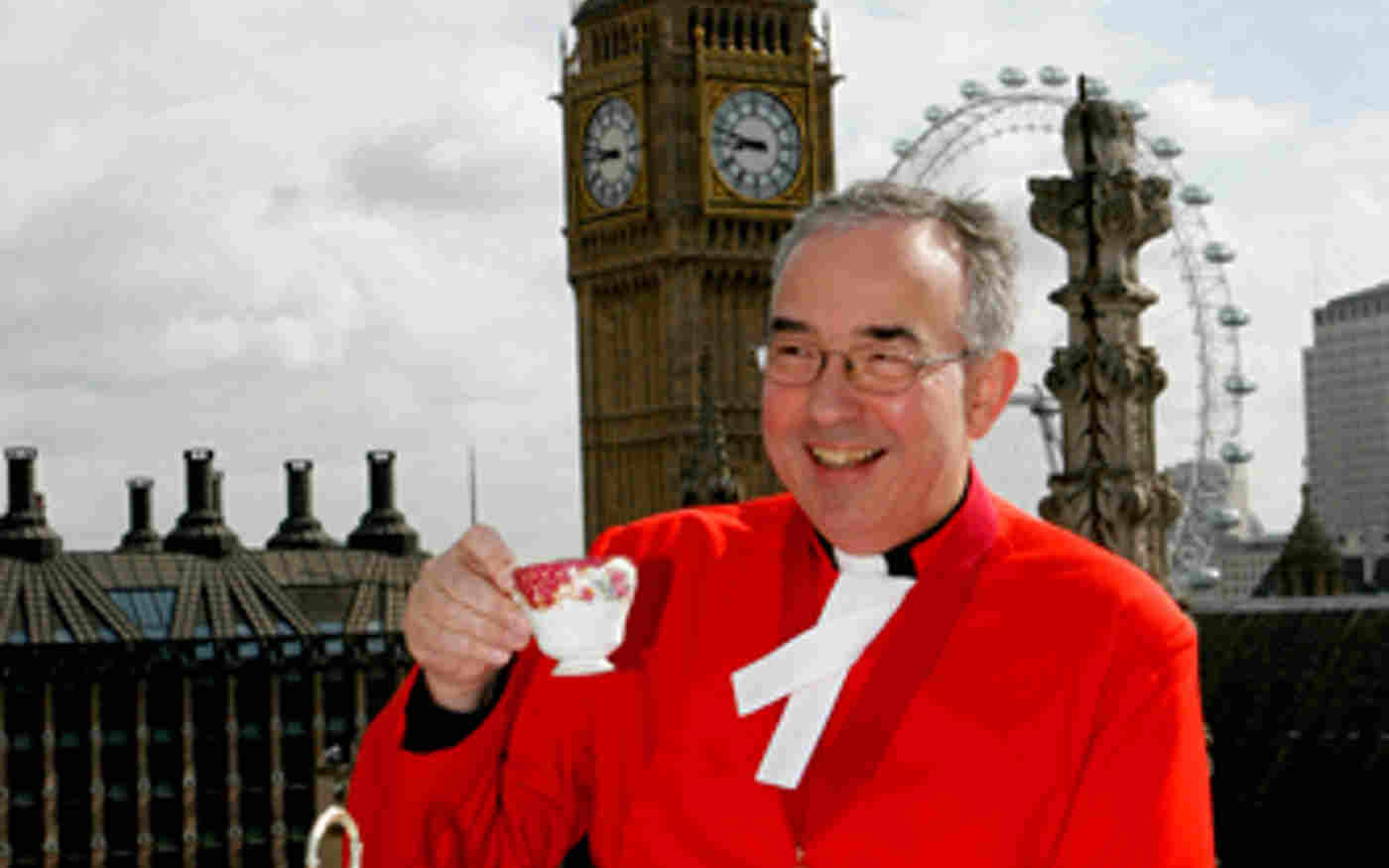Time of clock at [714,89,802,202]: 8:47
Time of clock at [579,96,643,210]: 8:47
